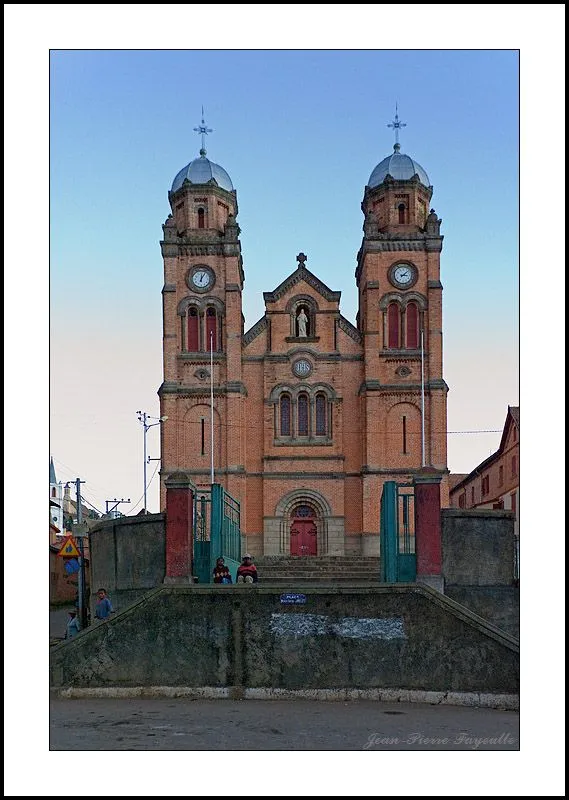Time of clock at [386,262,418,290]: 3:07
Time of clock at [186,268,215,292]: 12:05
